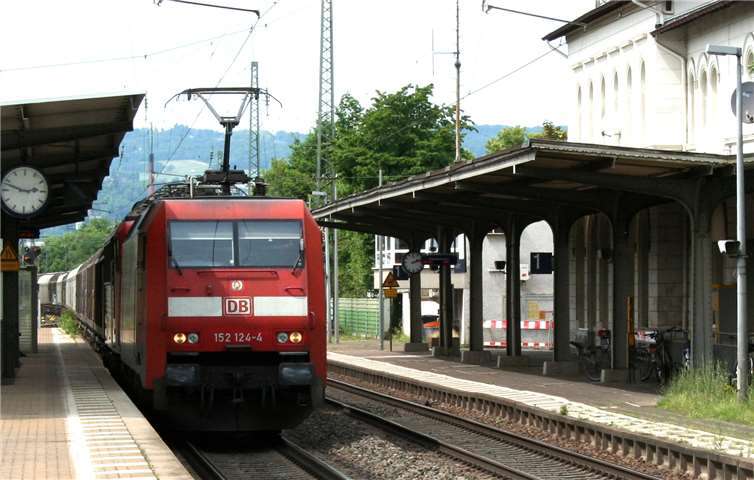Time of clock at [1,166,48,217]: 2:48
